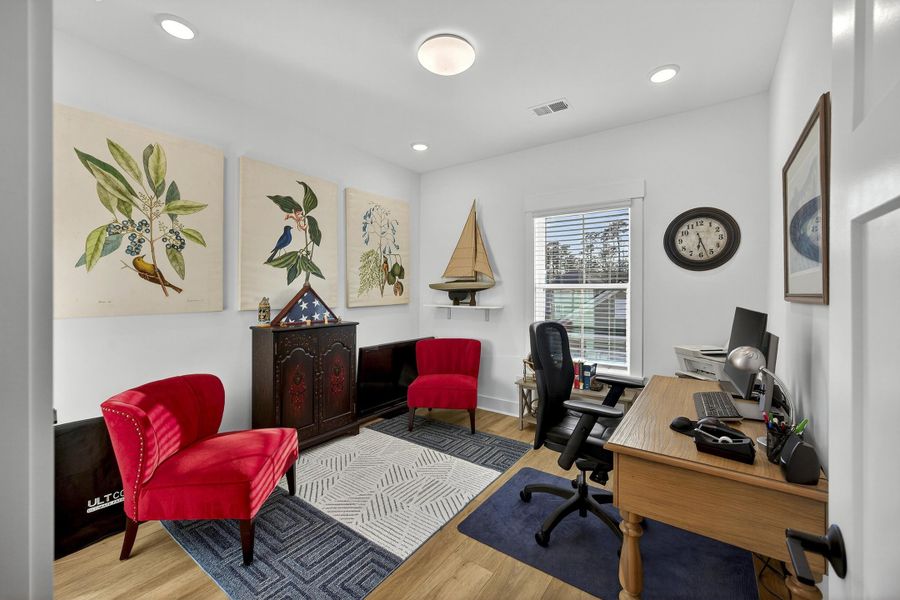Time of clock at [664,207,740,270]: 6:26
